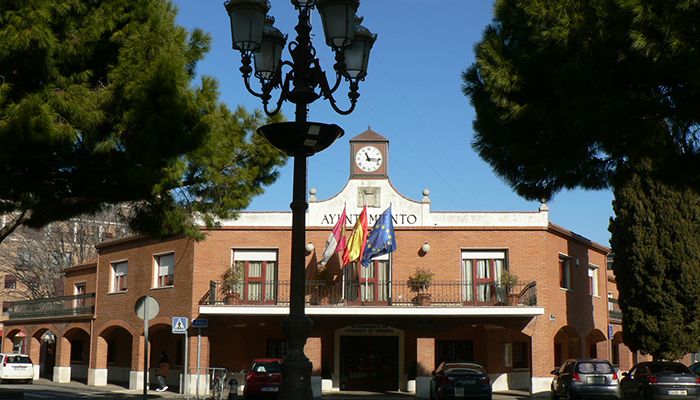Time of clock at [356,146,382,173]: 11:16
